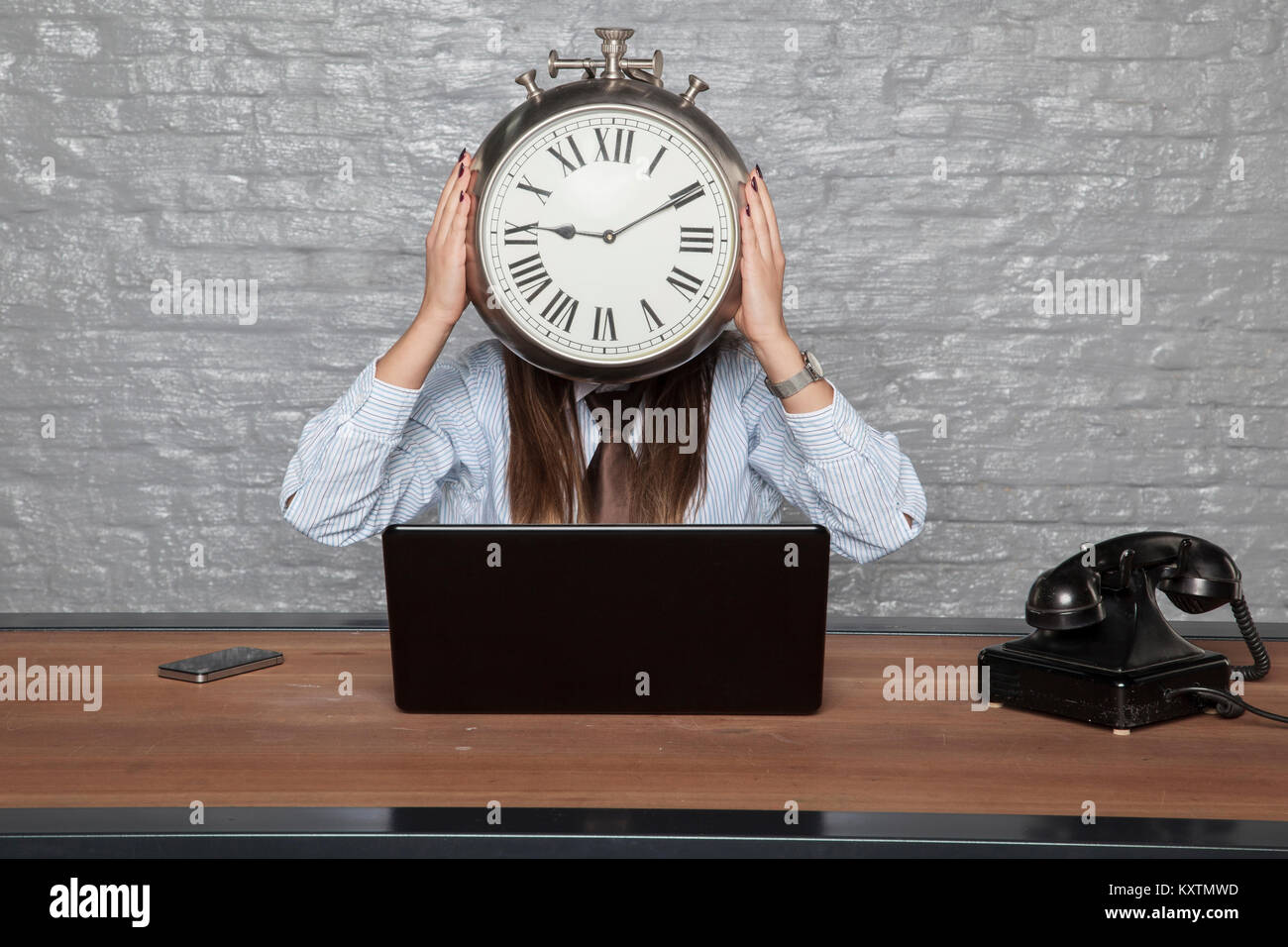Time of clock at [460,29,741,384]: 9:10
